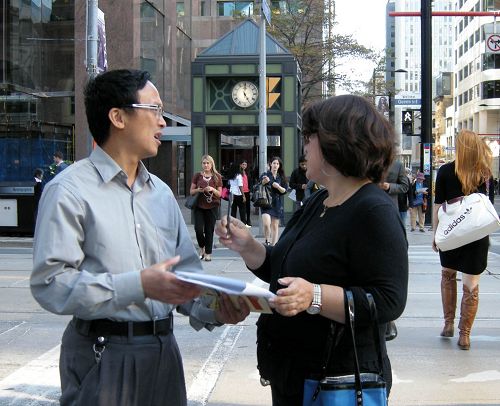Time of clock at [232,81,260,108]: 5:00
